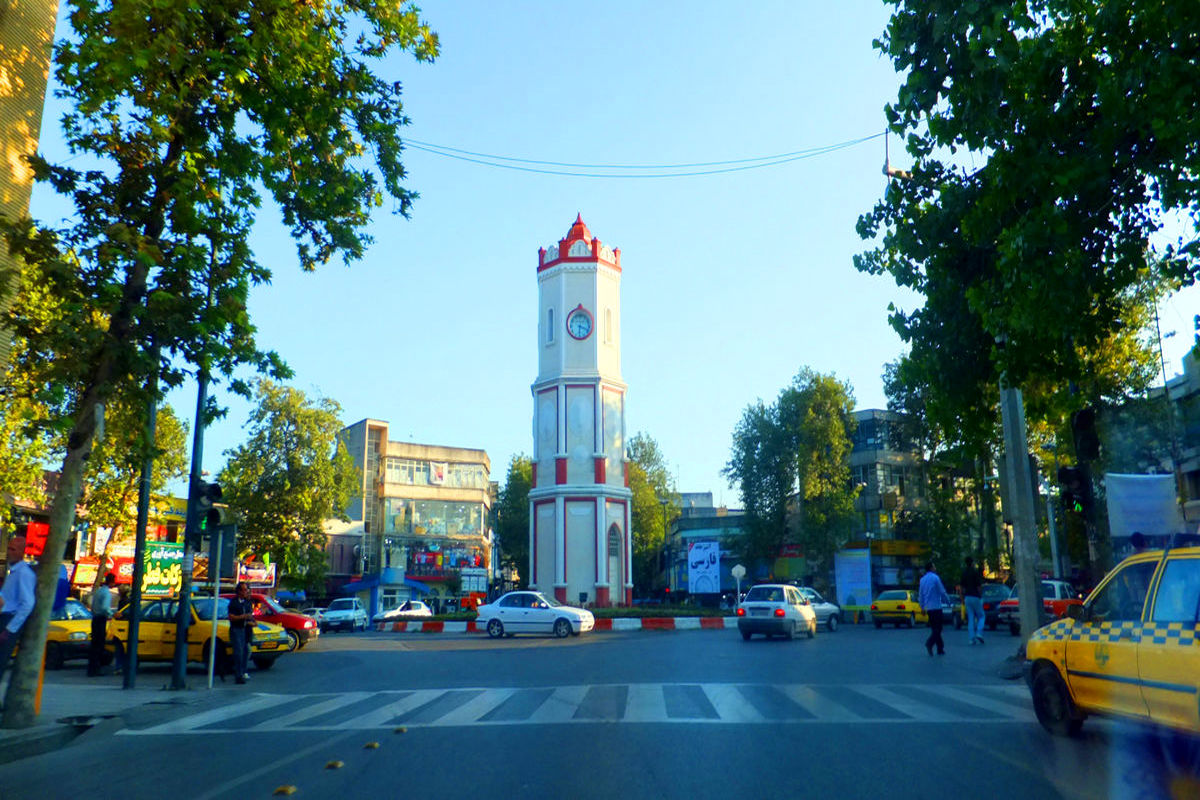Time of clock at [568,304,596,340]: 6:18
